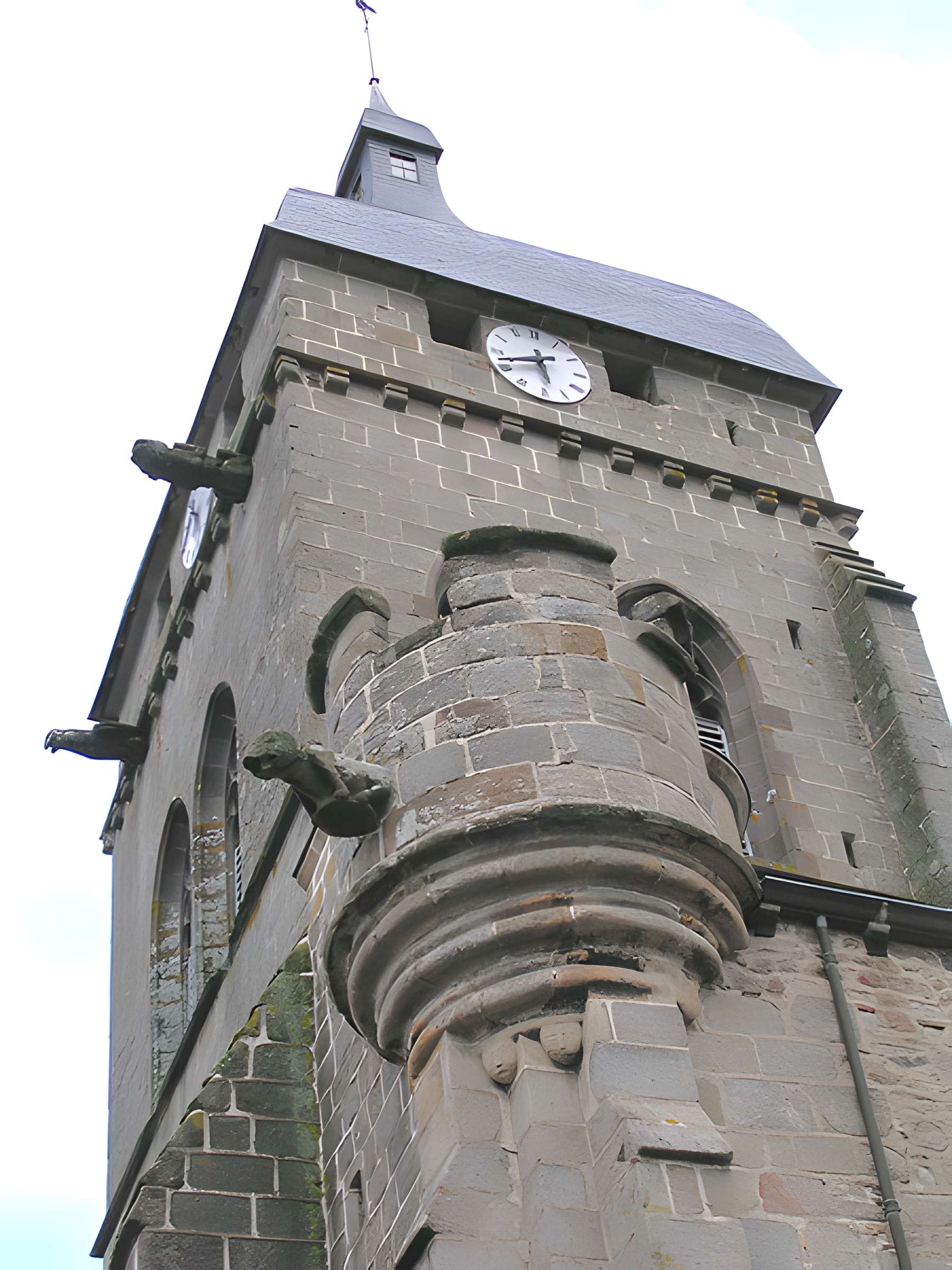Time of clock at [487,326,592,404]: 5:42
